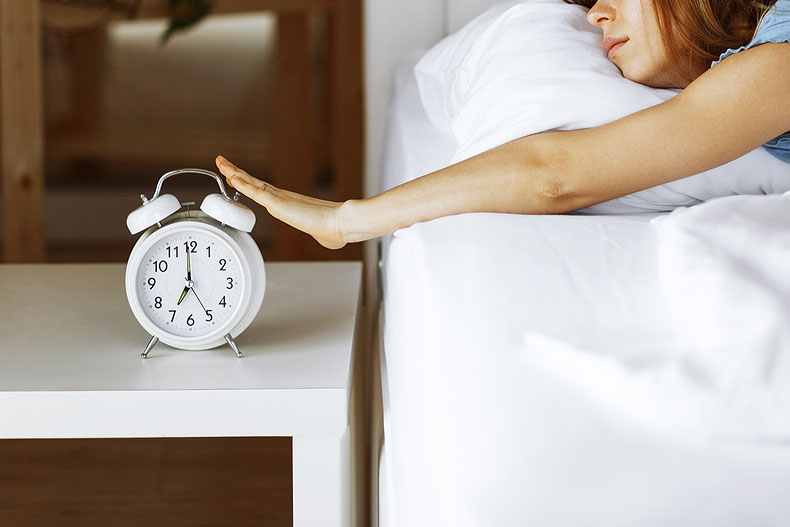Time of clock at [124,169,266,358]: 6:59
